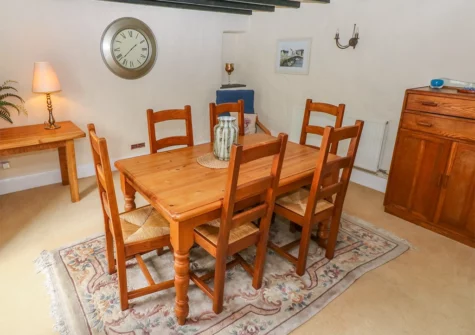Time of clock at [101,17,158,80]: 1:37
